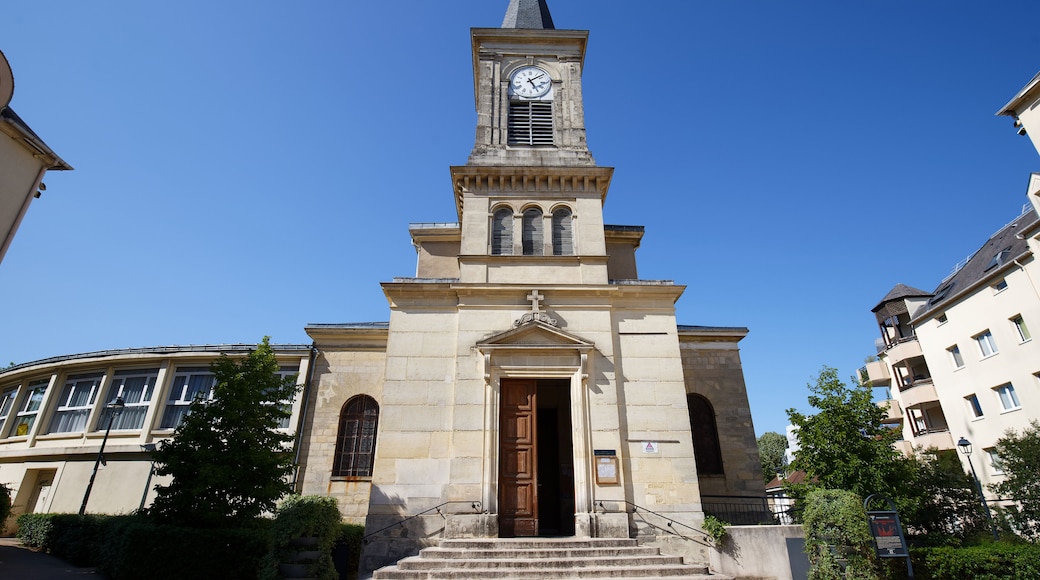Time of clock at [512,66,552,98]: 5:08
